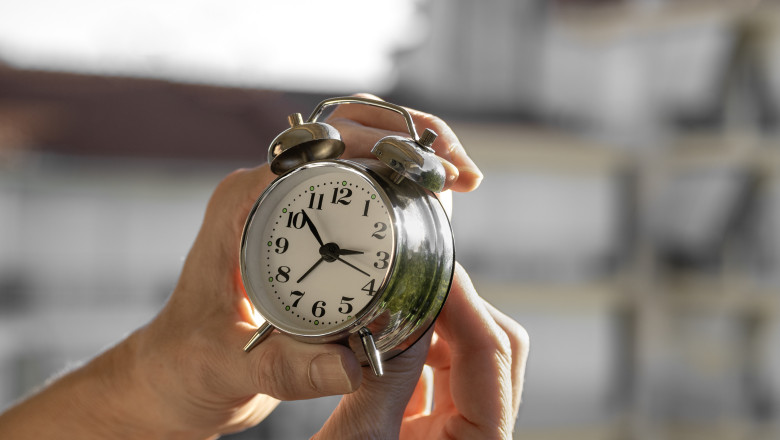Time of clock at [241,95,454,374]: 2:52
